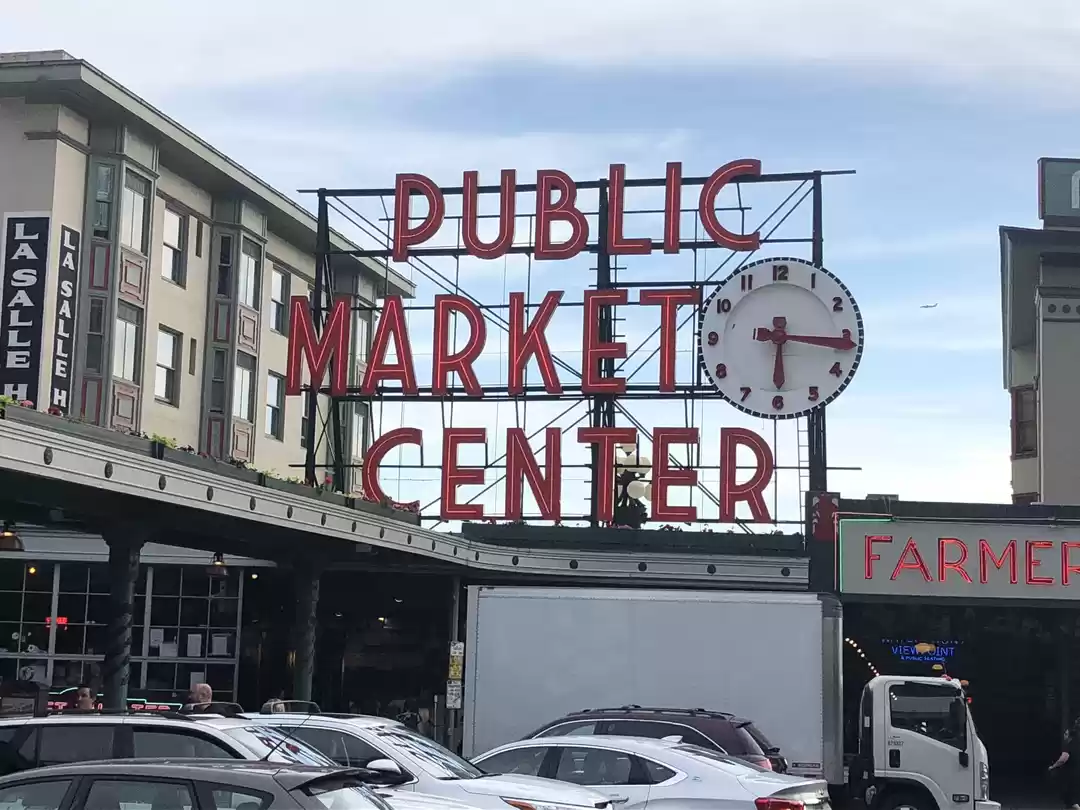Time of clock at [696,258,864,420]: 6:15
